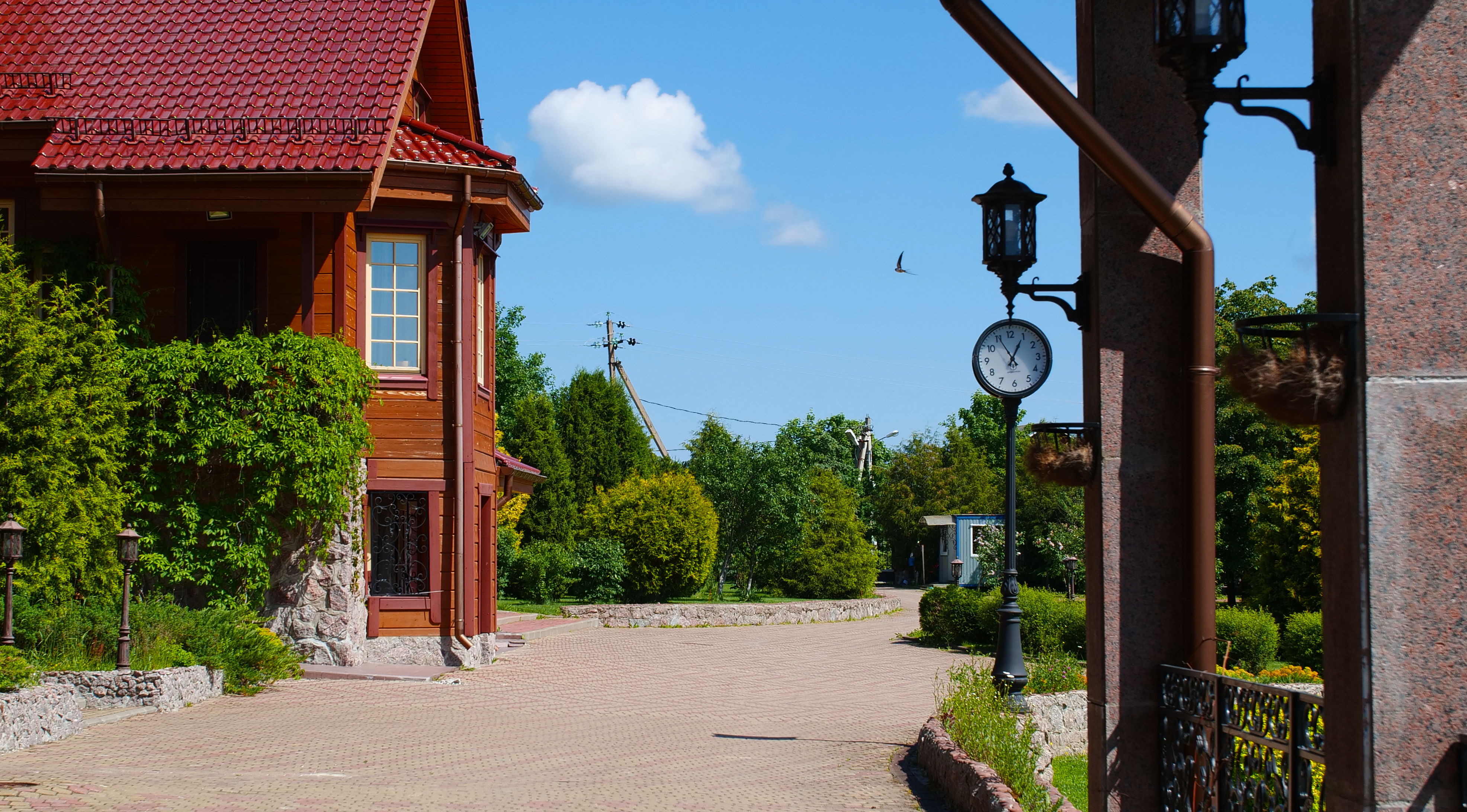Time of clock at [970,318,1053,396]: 12:55
